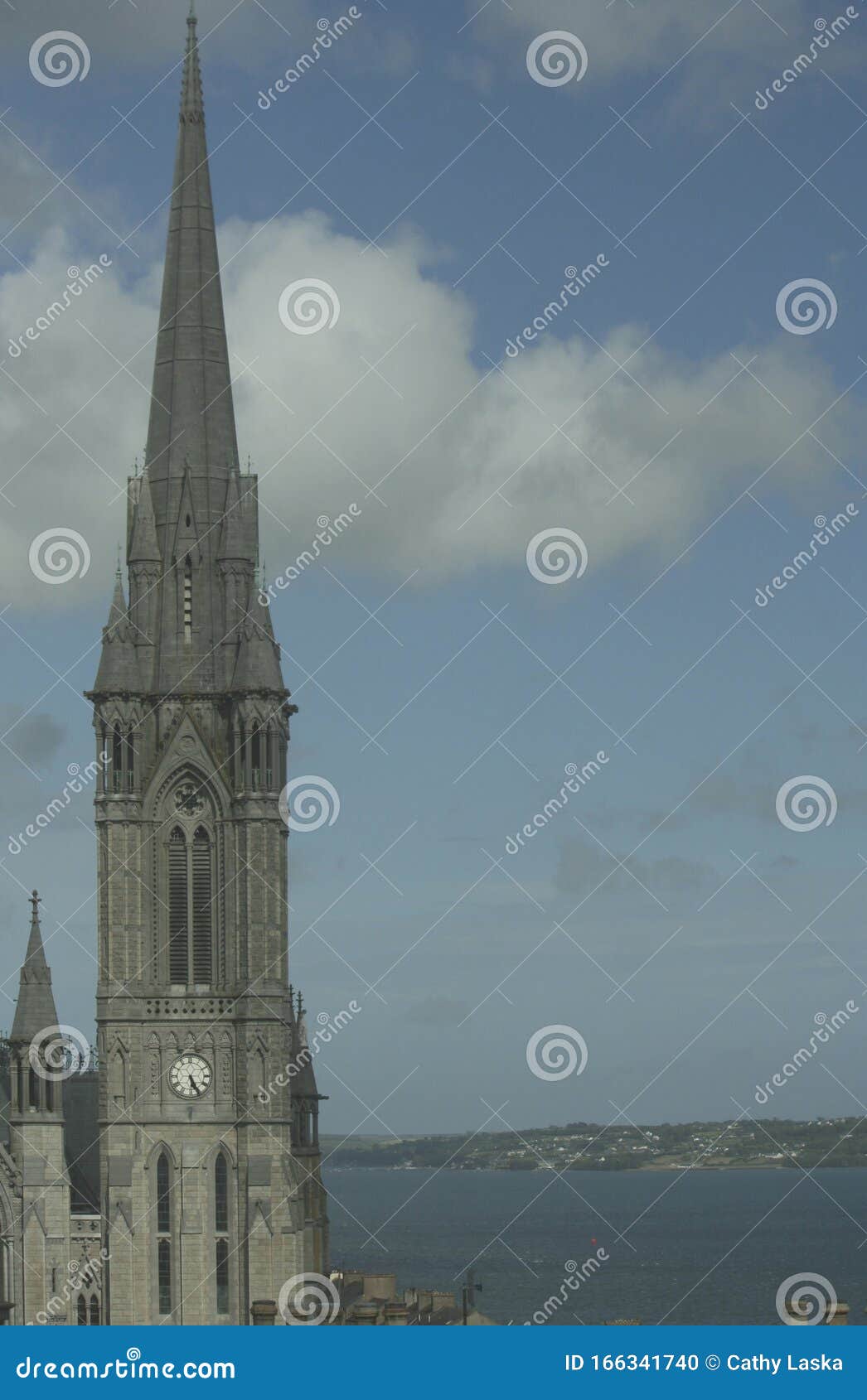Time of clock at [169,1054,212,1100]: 5:25
